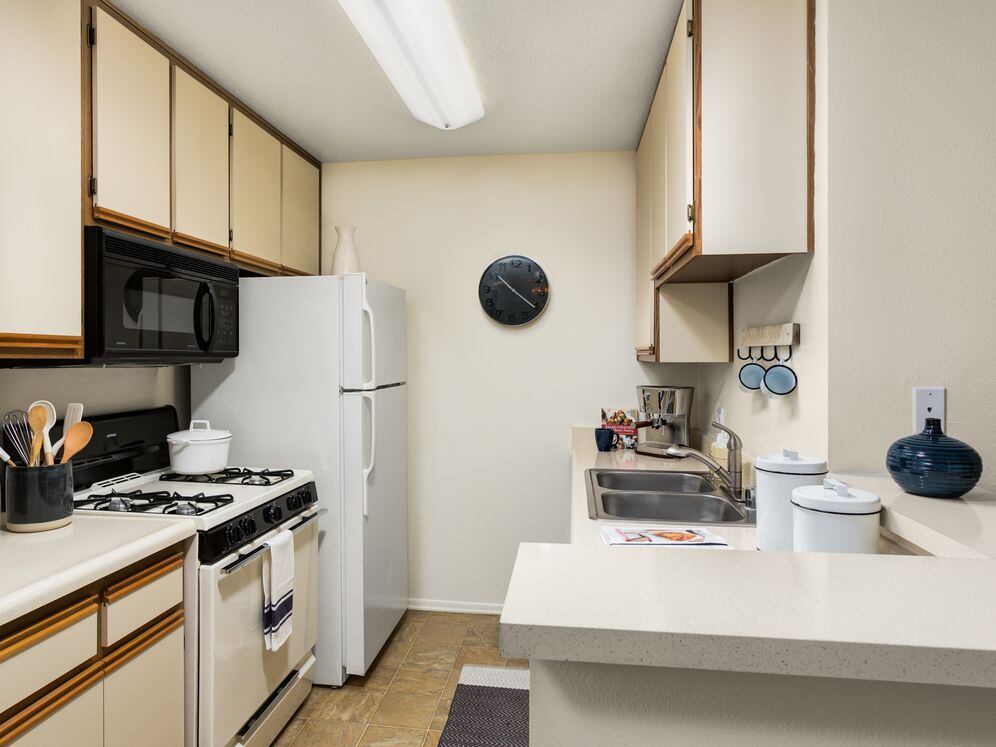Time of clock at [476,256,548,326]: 10:20
